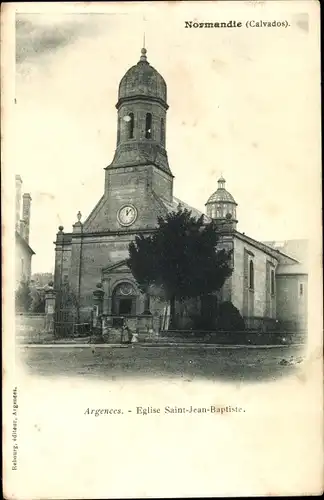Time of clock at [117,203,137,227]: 12:07
